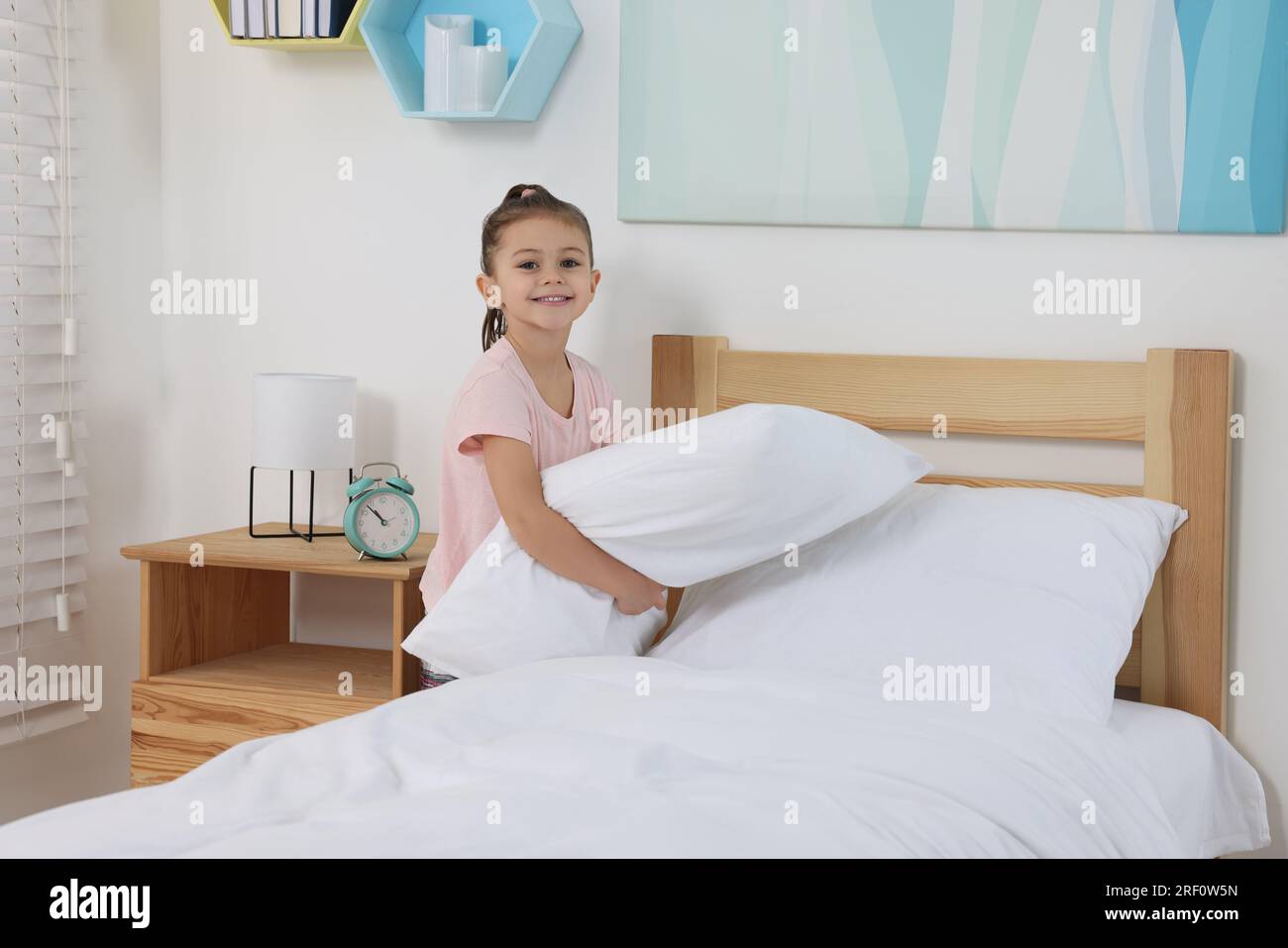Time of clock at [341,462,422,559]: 10:53
